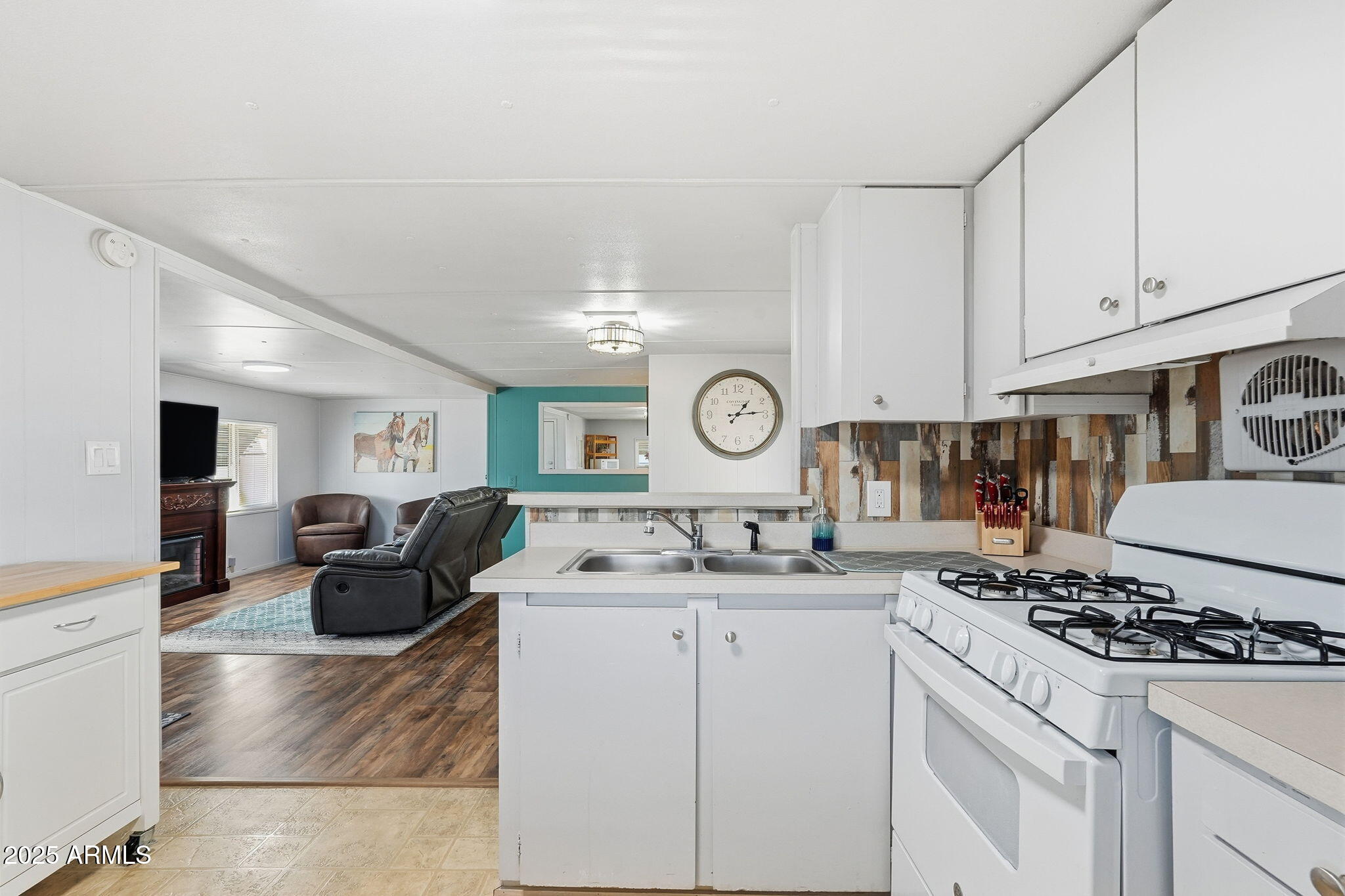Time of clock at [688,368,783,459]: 1:13
